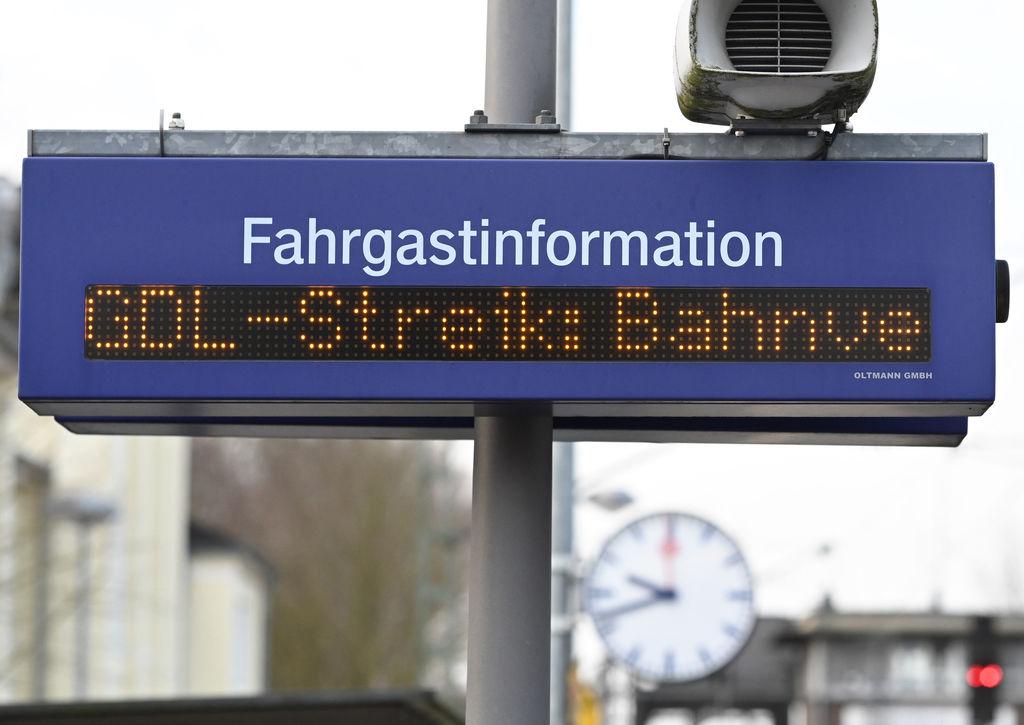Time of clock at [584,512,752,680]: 9:41
